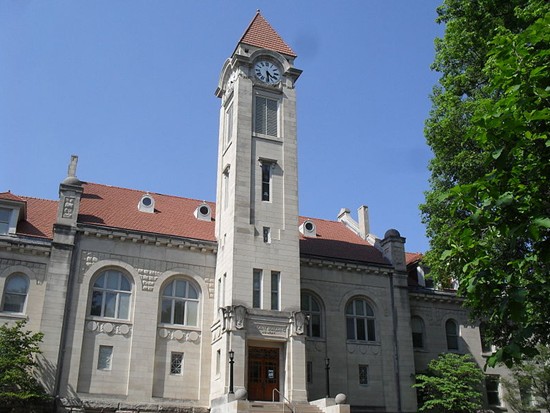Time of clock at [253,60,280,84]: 4:29
